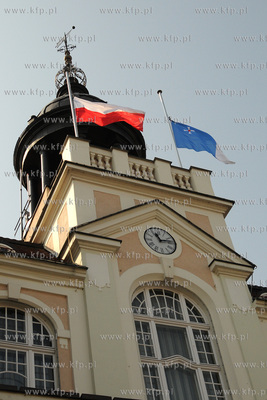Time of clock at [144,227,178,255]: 11:13
